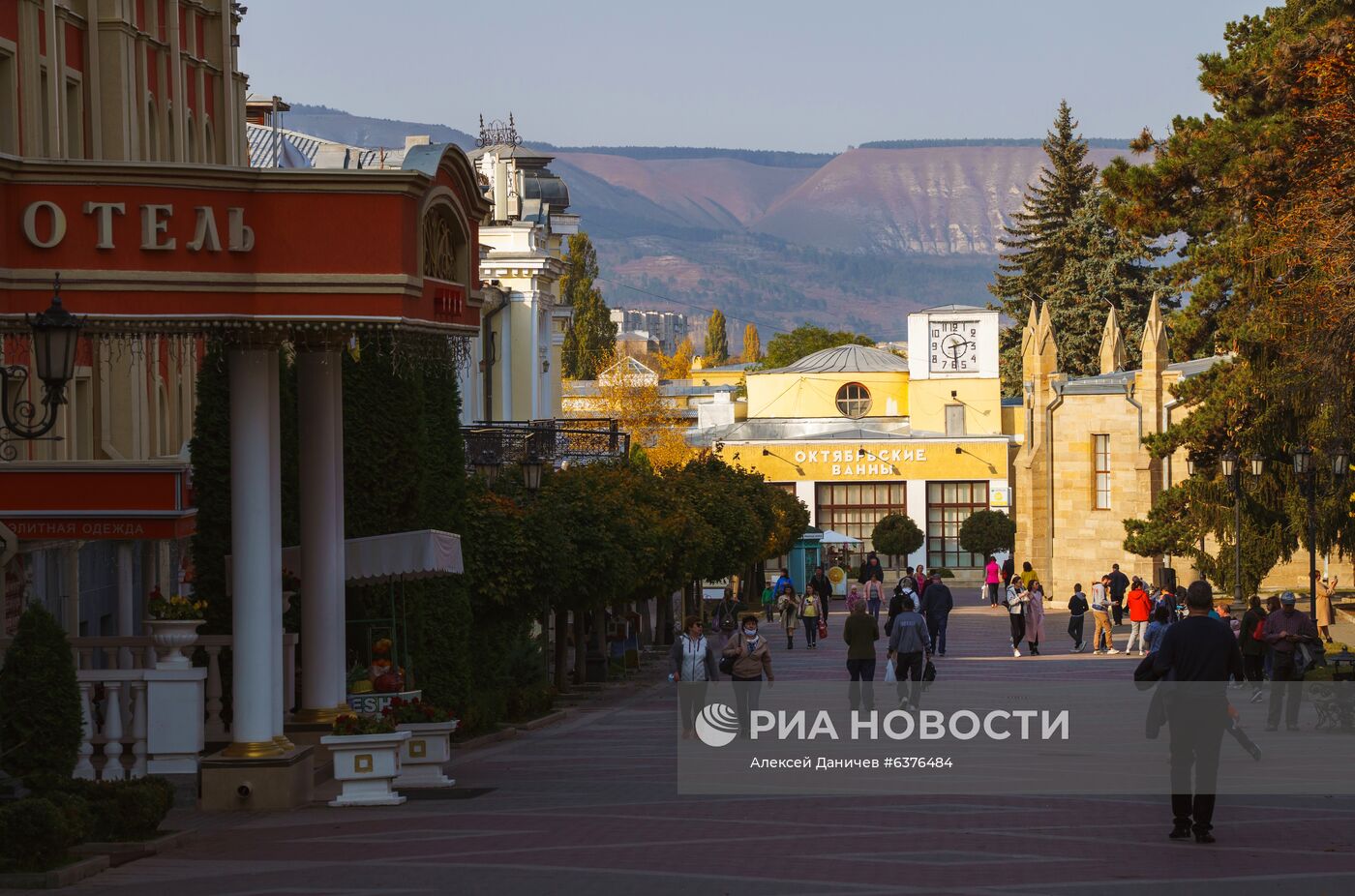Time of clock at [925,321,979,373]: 2:29
